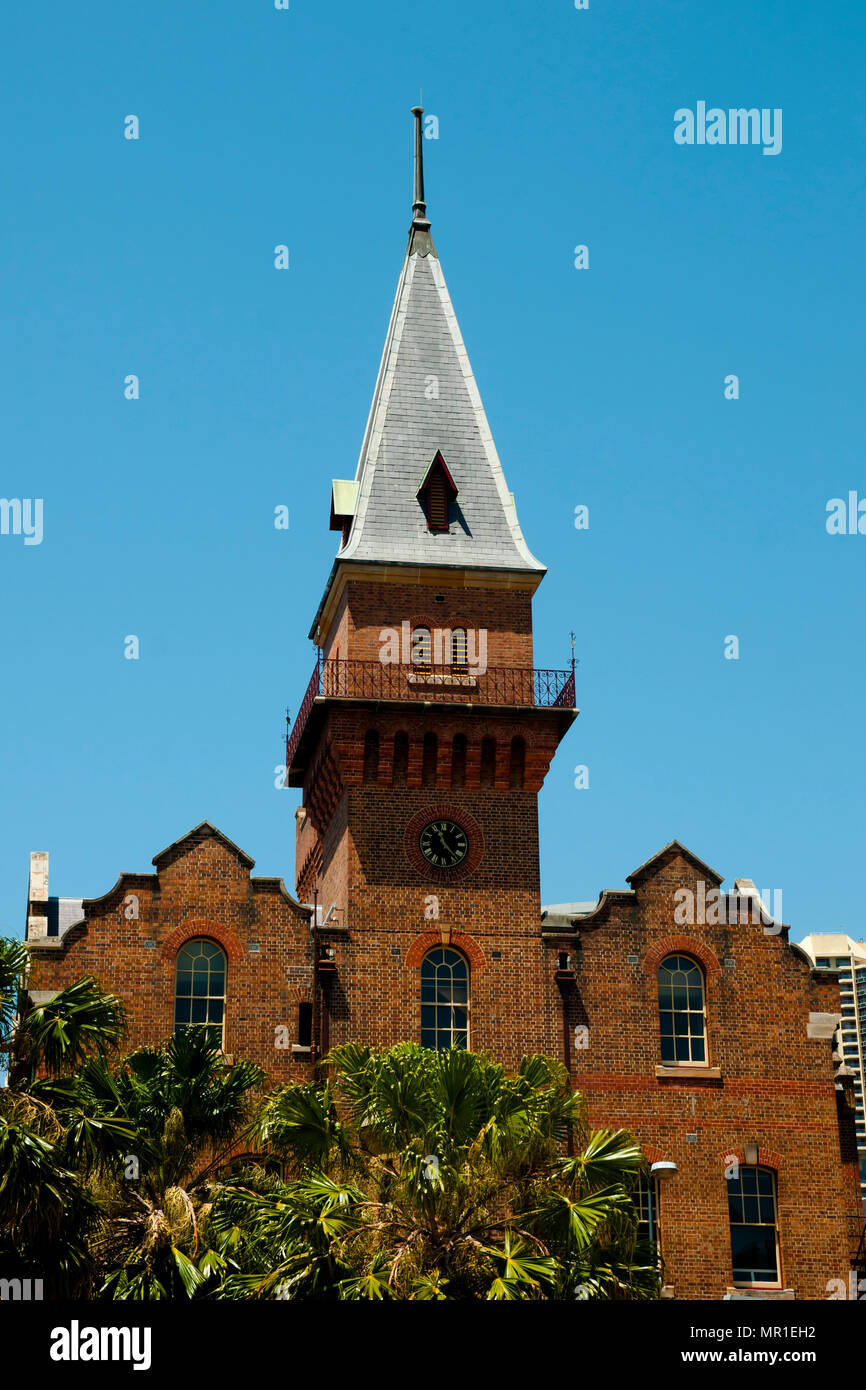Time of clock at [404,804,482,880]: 11:23
